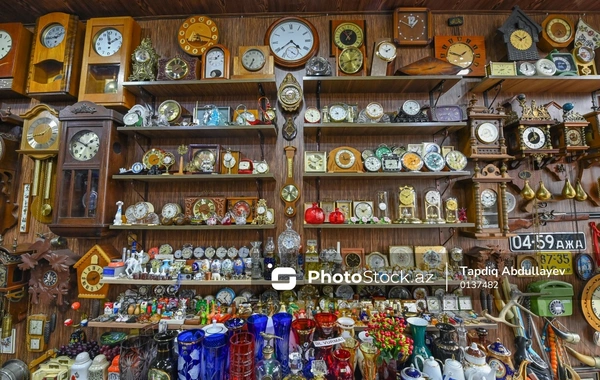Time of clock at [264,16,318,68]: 4:38
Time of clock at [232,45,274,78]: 6:34
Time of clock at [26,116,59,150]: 1:42
